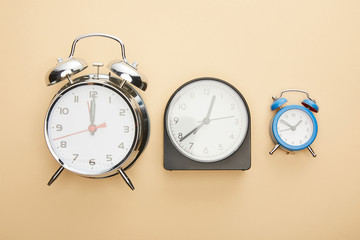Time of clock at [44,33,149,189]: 11:59
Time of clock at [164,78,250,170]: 12:38
